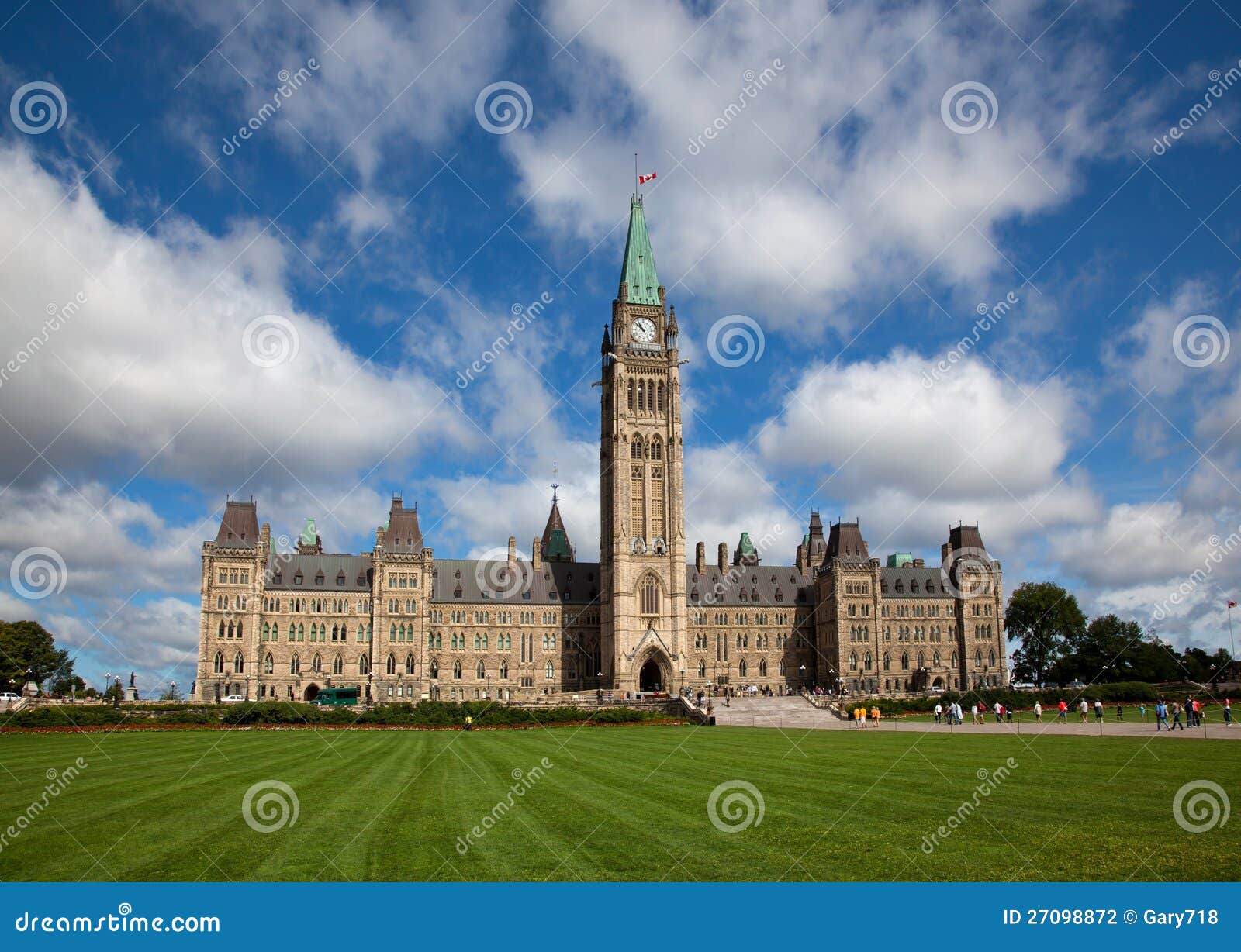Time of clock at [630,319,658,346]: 10:51
